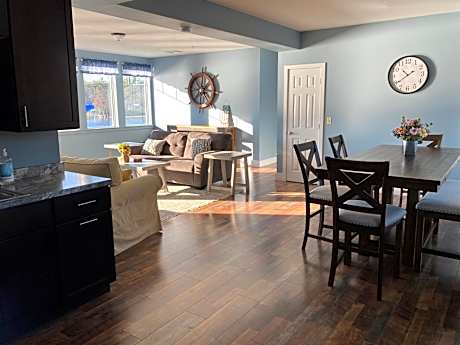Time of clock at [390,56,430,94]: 10:39
